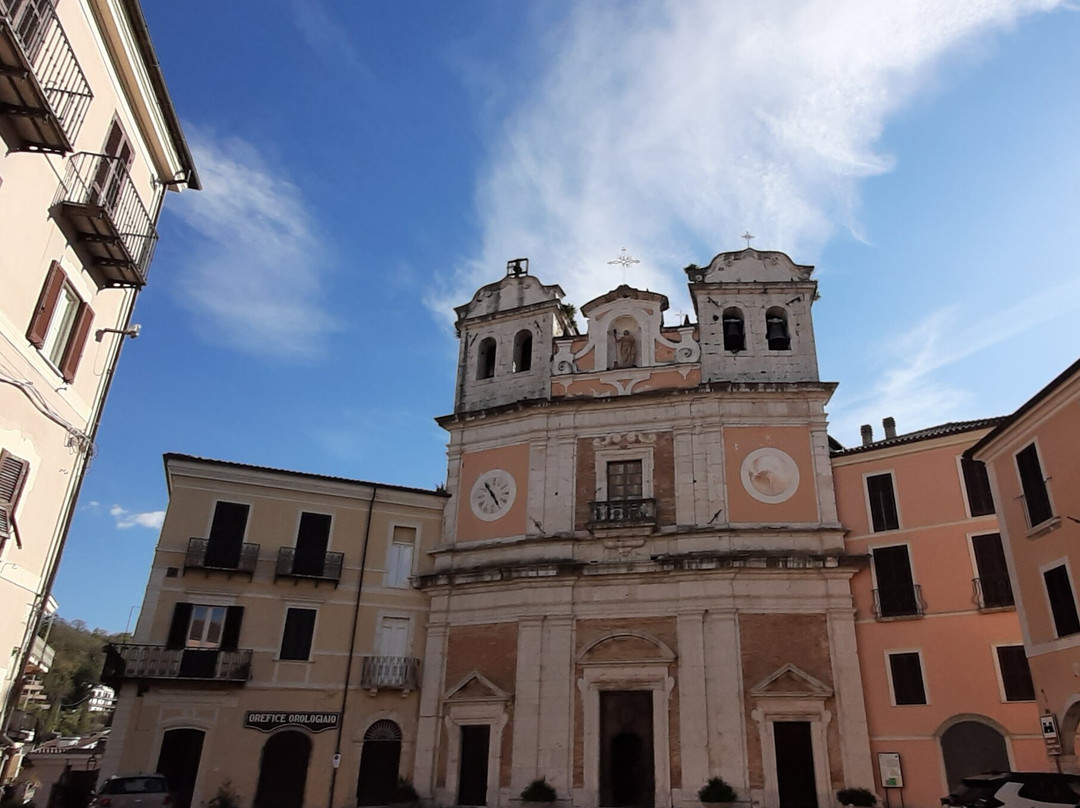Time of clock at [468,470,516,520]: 4:53
